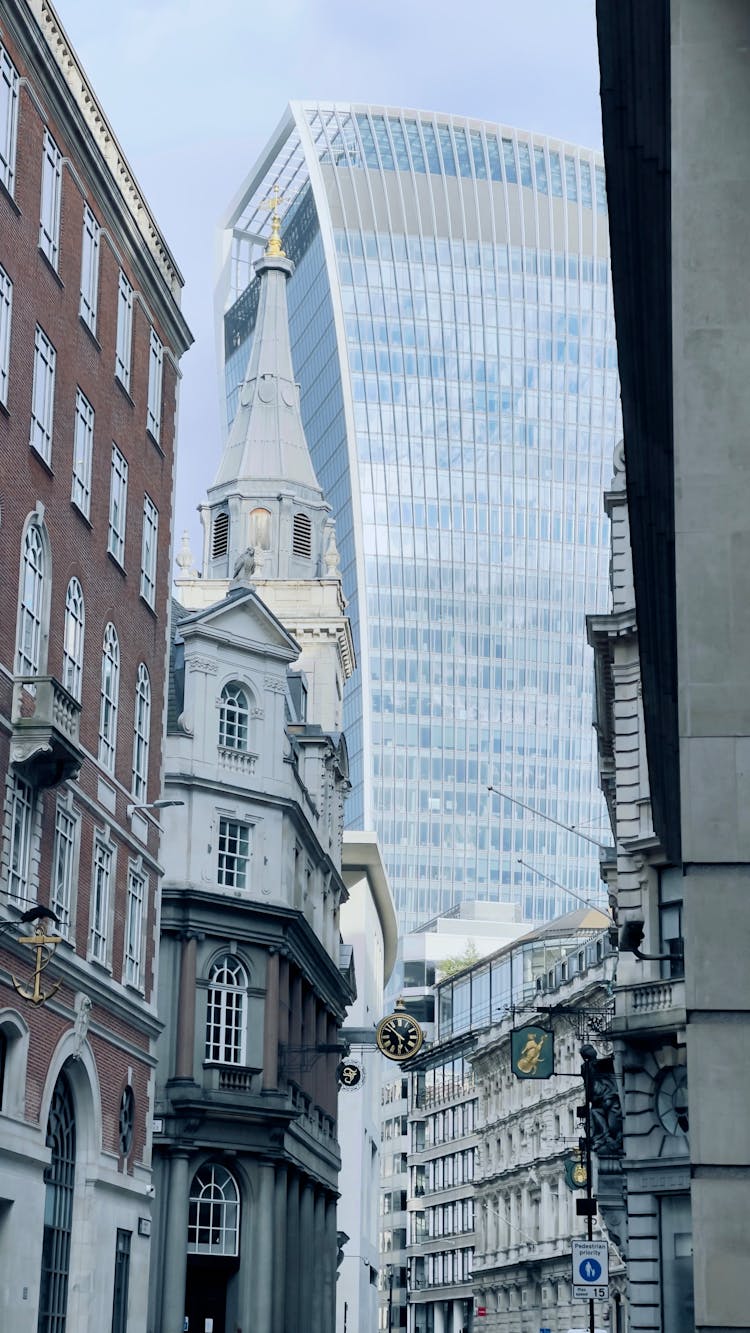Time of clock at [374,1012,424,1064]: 5:51
